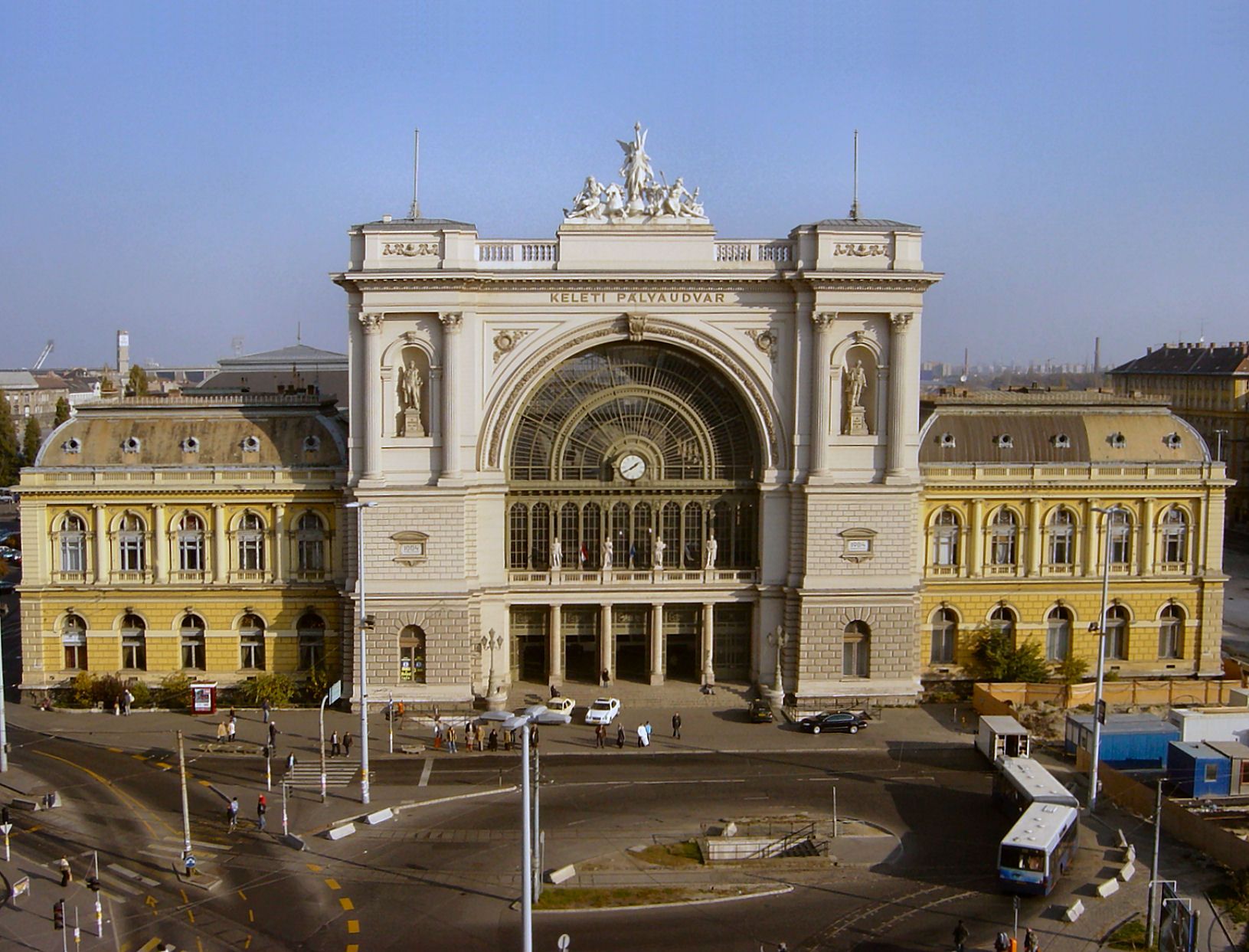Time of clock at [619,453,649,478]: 1:40
